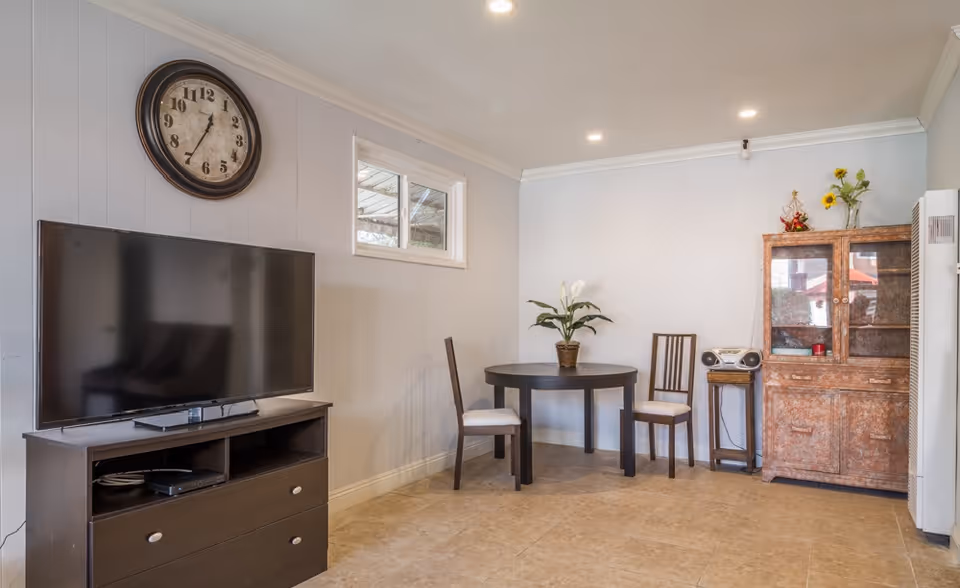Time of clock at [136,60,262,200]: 12:34
